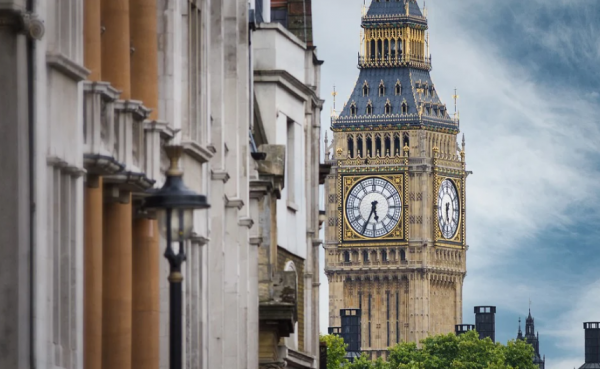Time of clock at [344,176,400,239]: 5:34
